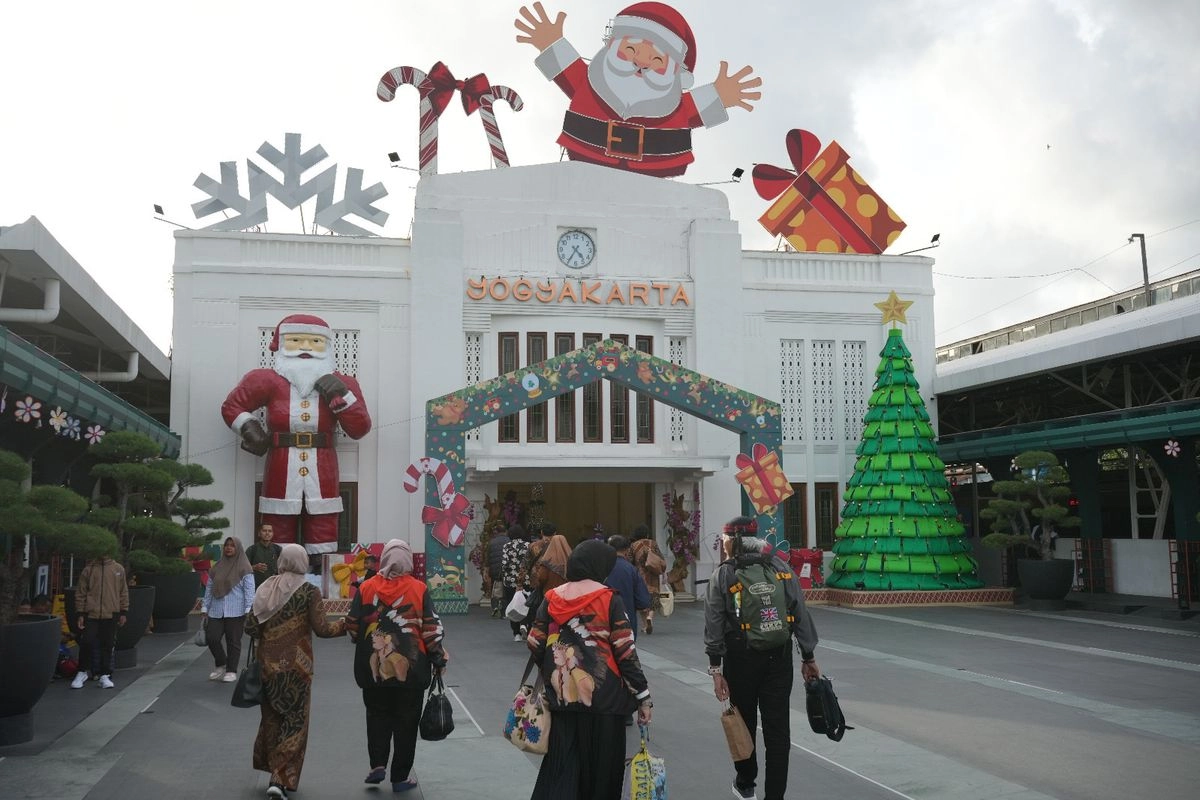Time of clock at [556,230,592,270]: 4:35
